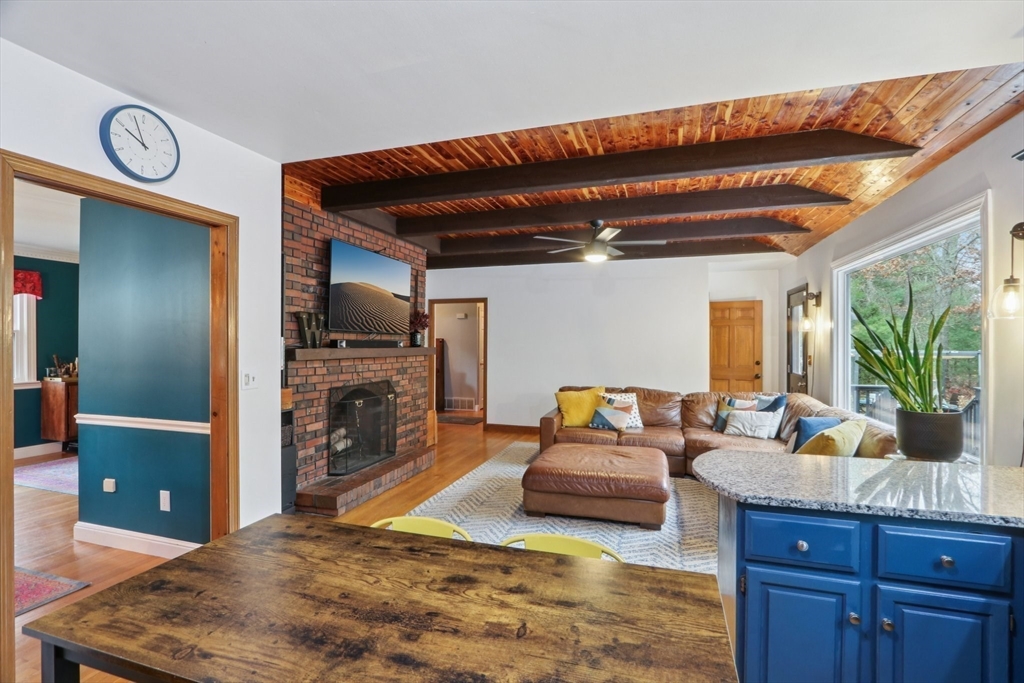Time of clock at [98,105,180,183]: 9:56
